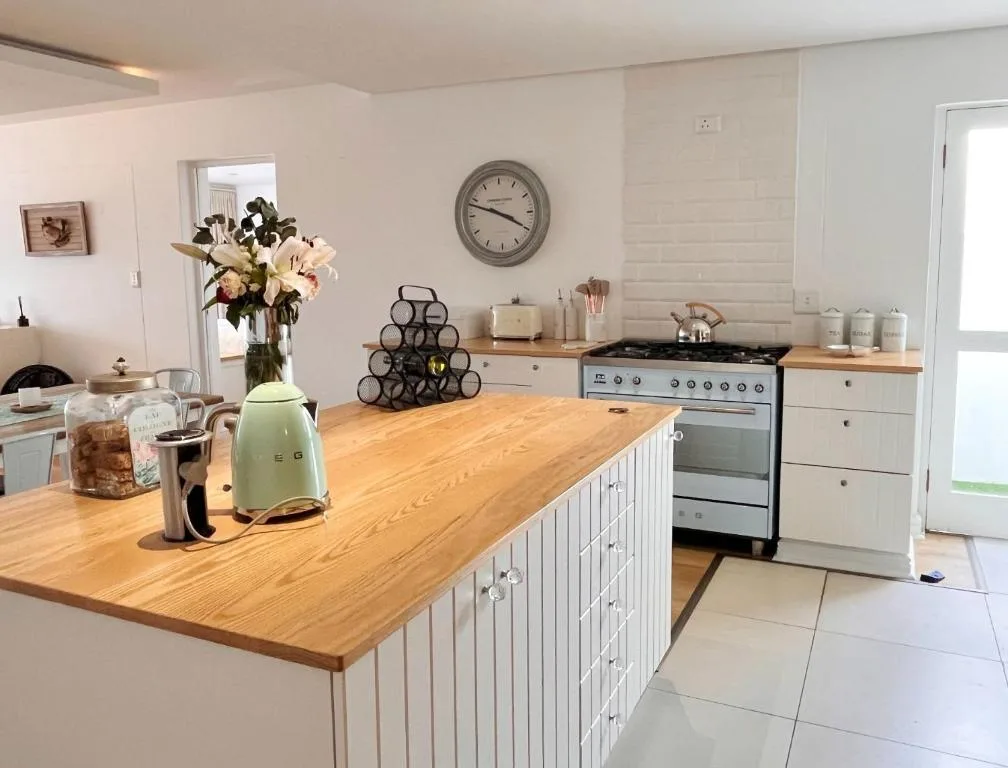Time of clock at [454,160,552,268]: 3:48
